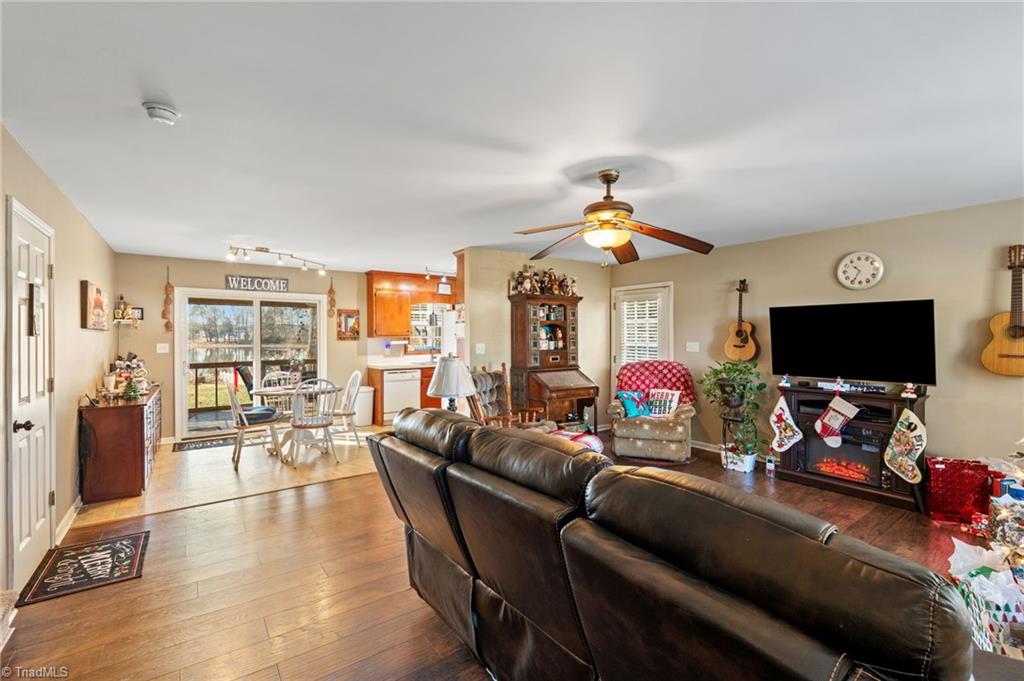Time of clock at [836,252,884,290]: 10:34
